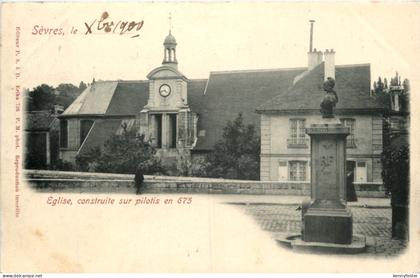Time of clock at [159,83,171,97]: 4:42
